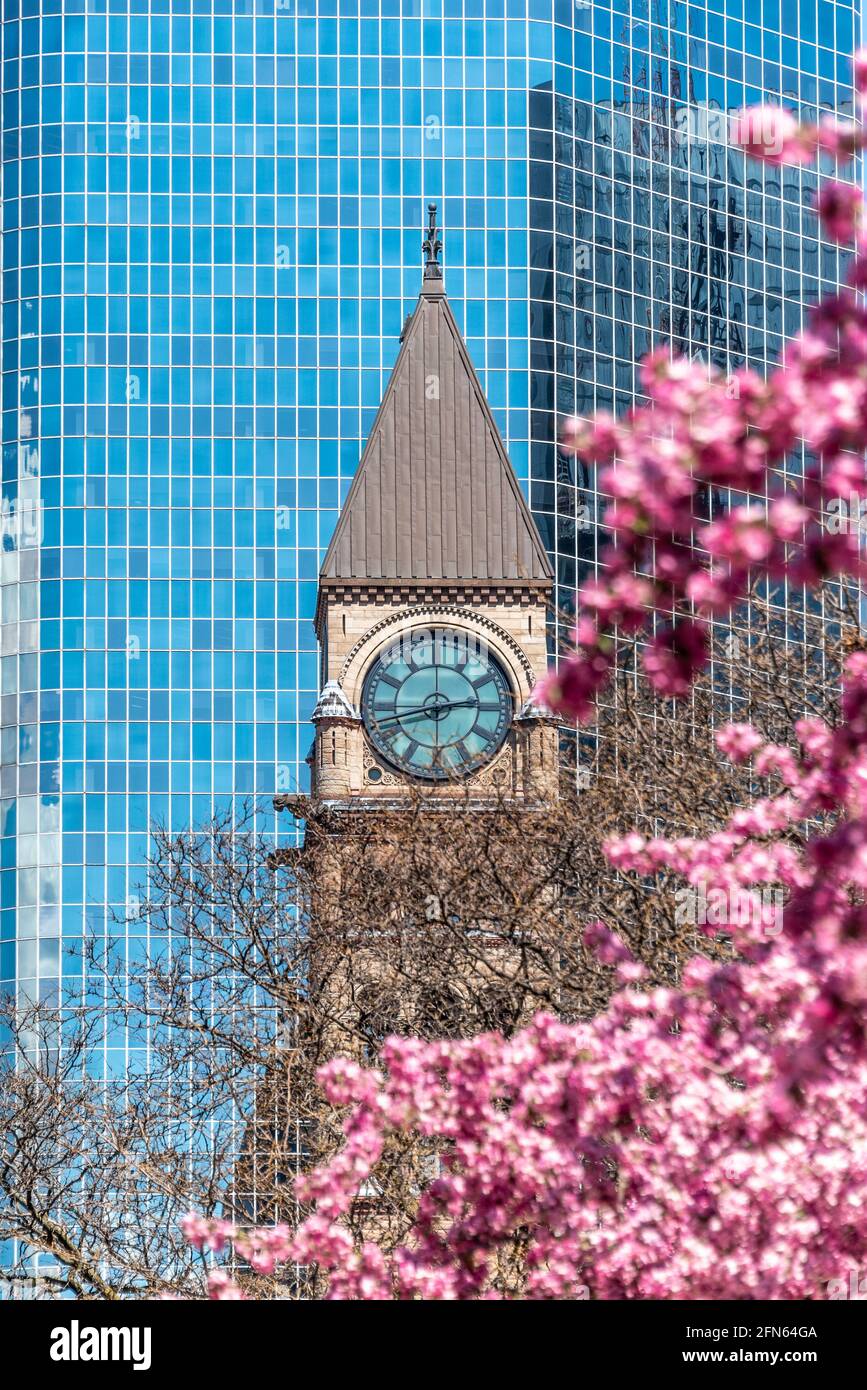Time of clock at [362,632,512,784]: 2:42
